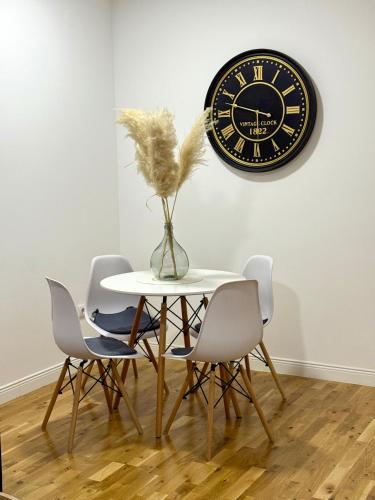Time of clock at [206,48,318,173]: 5:47
